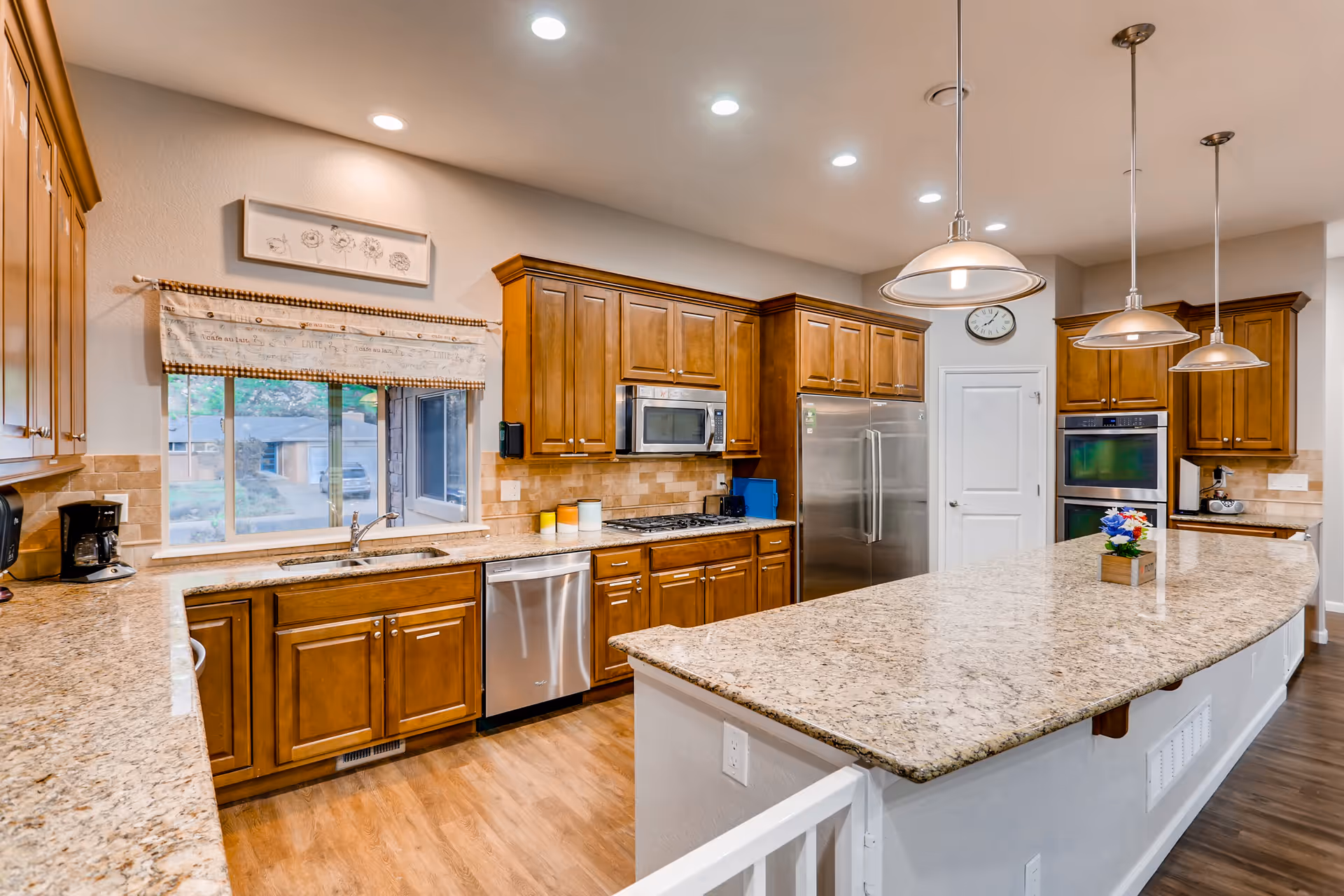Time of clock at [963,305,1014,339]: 8:05
